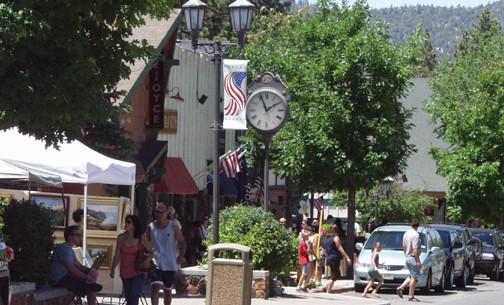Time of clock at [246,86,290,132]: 1:56
